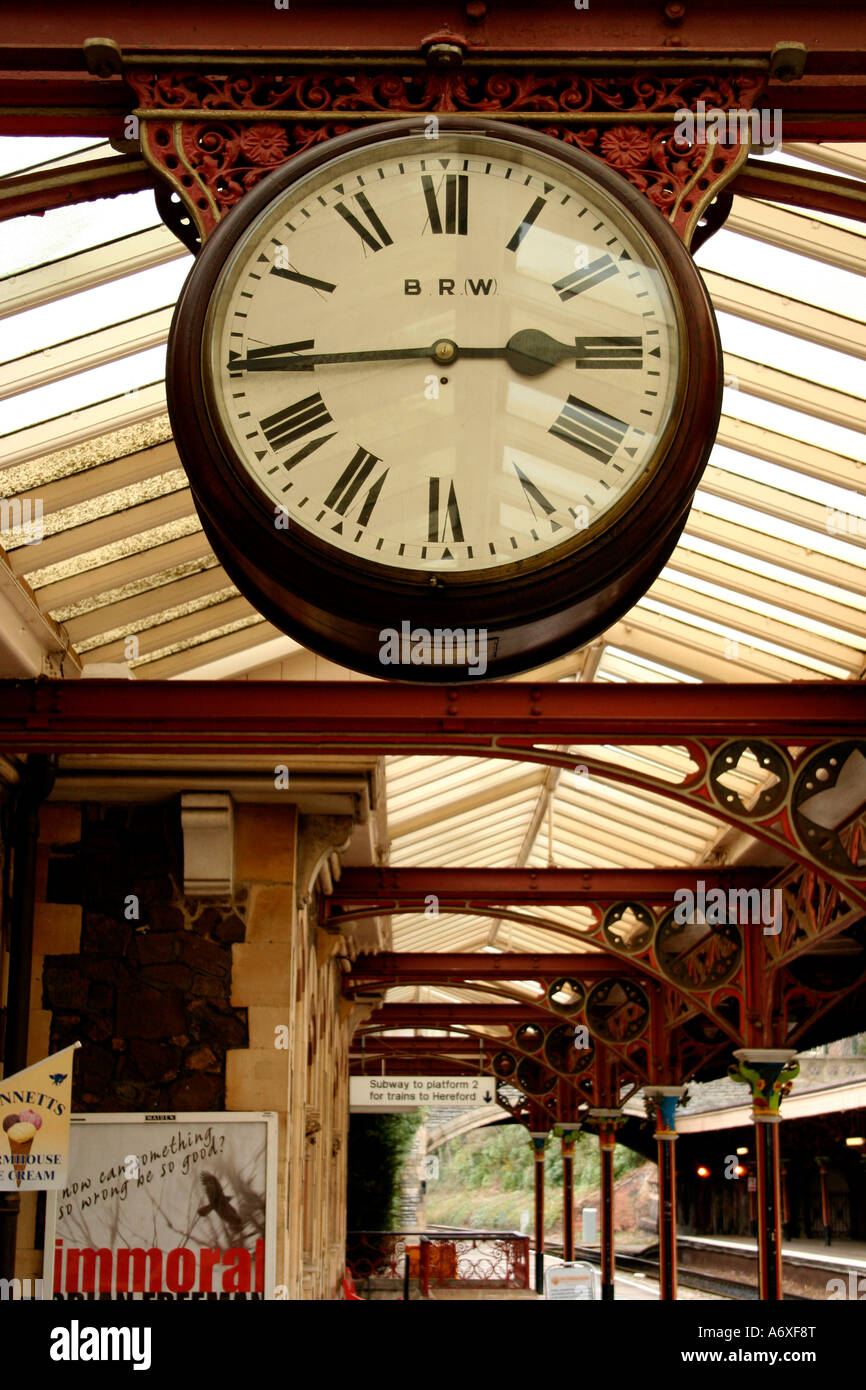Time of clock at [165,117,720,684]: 2:44
